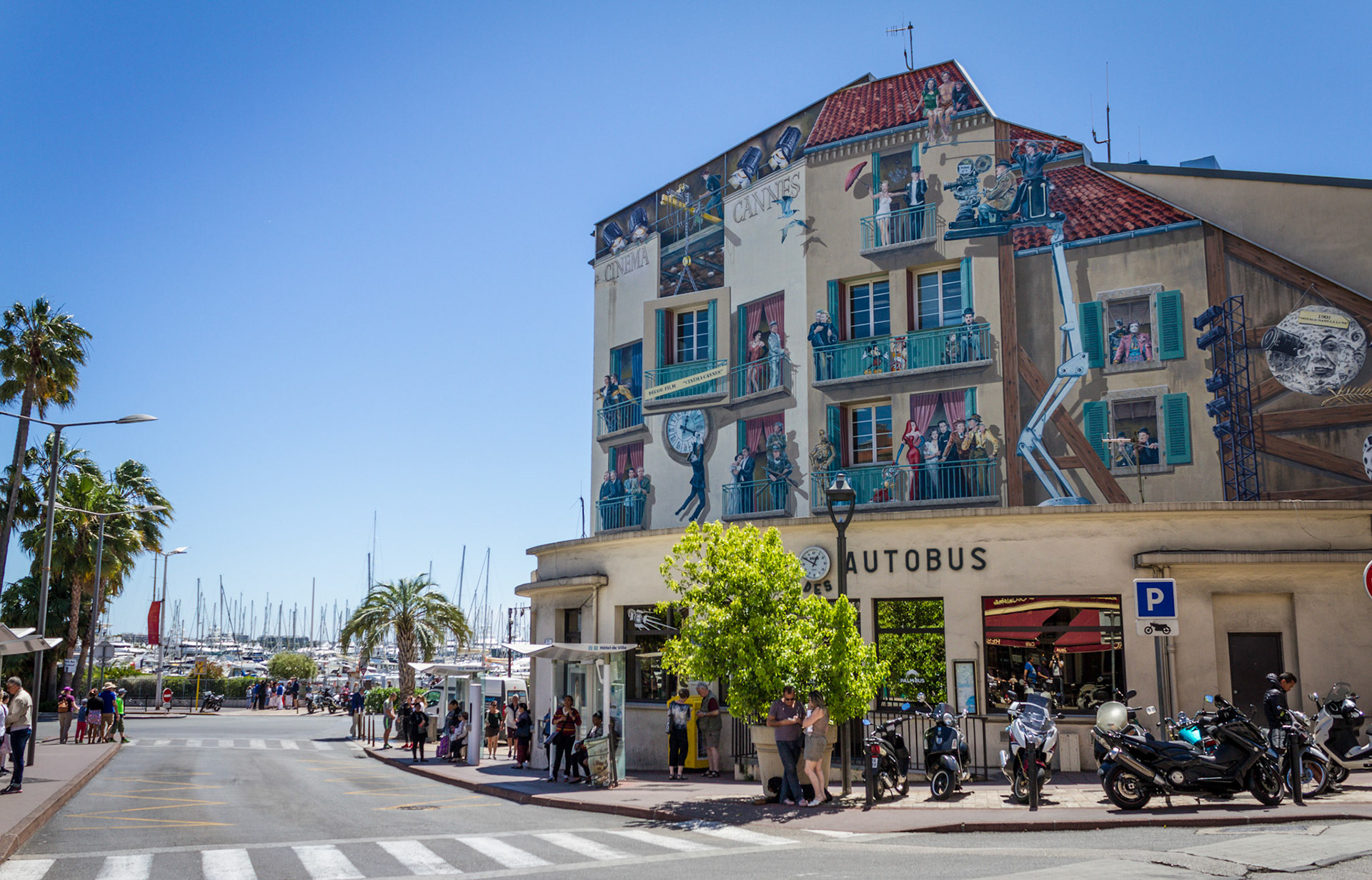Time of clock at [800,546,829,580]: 12:49
